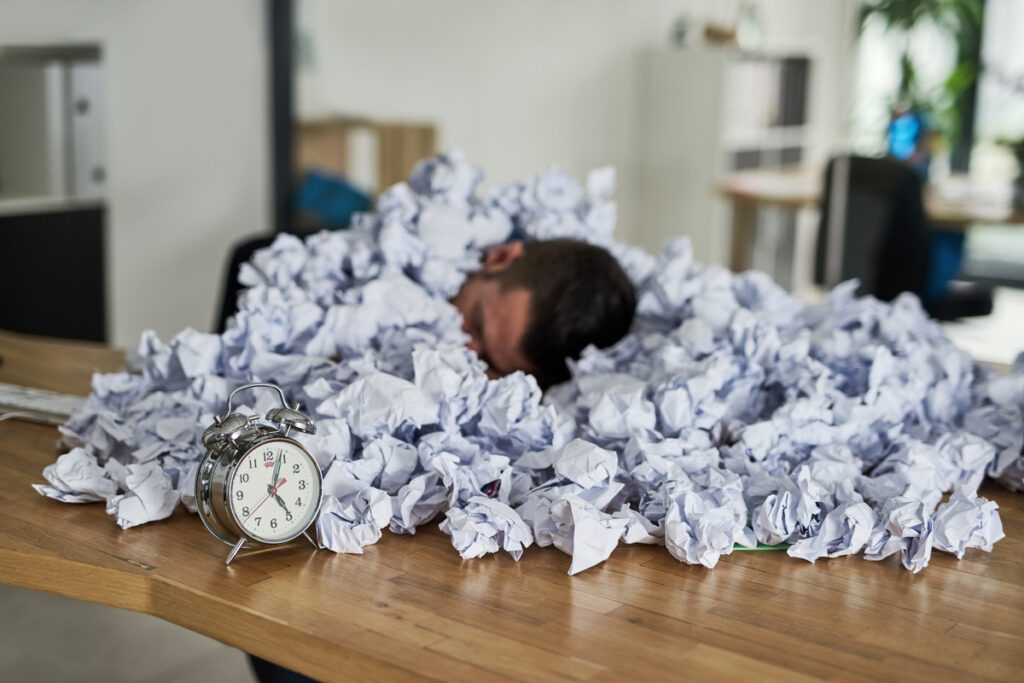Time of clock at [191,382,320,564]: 5:03
